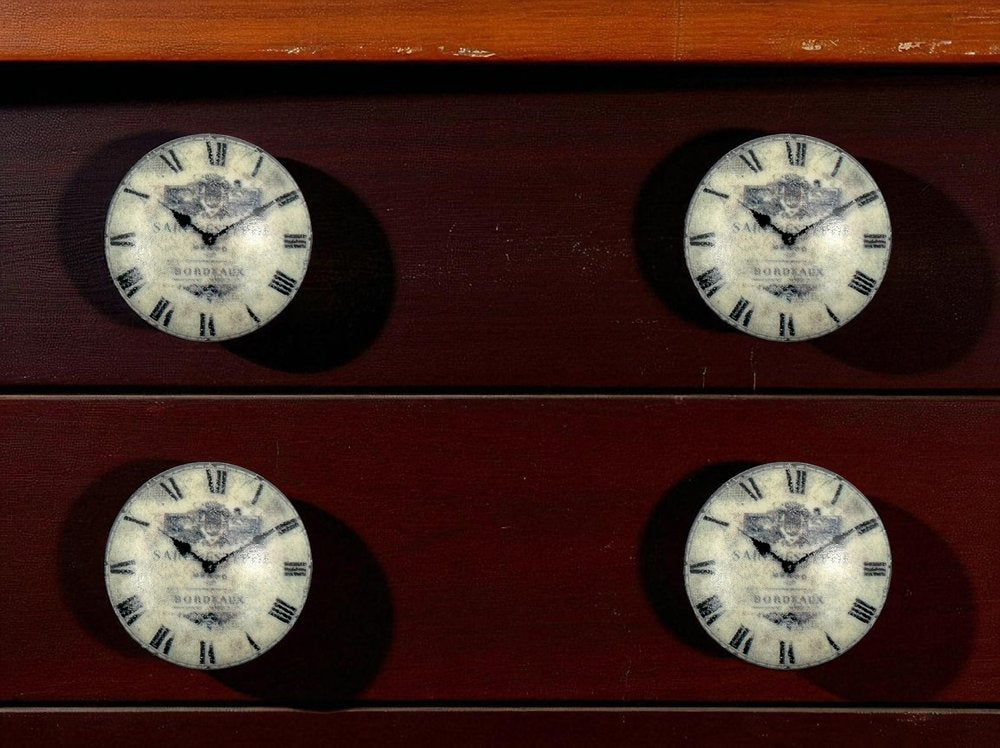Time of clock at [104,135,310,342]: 10:09
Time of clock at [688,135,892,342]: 10:09
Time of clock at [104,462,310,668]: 10:09
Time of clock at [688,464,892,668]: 10:09
